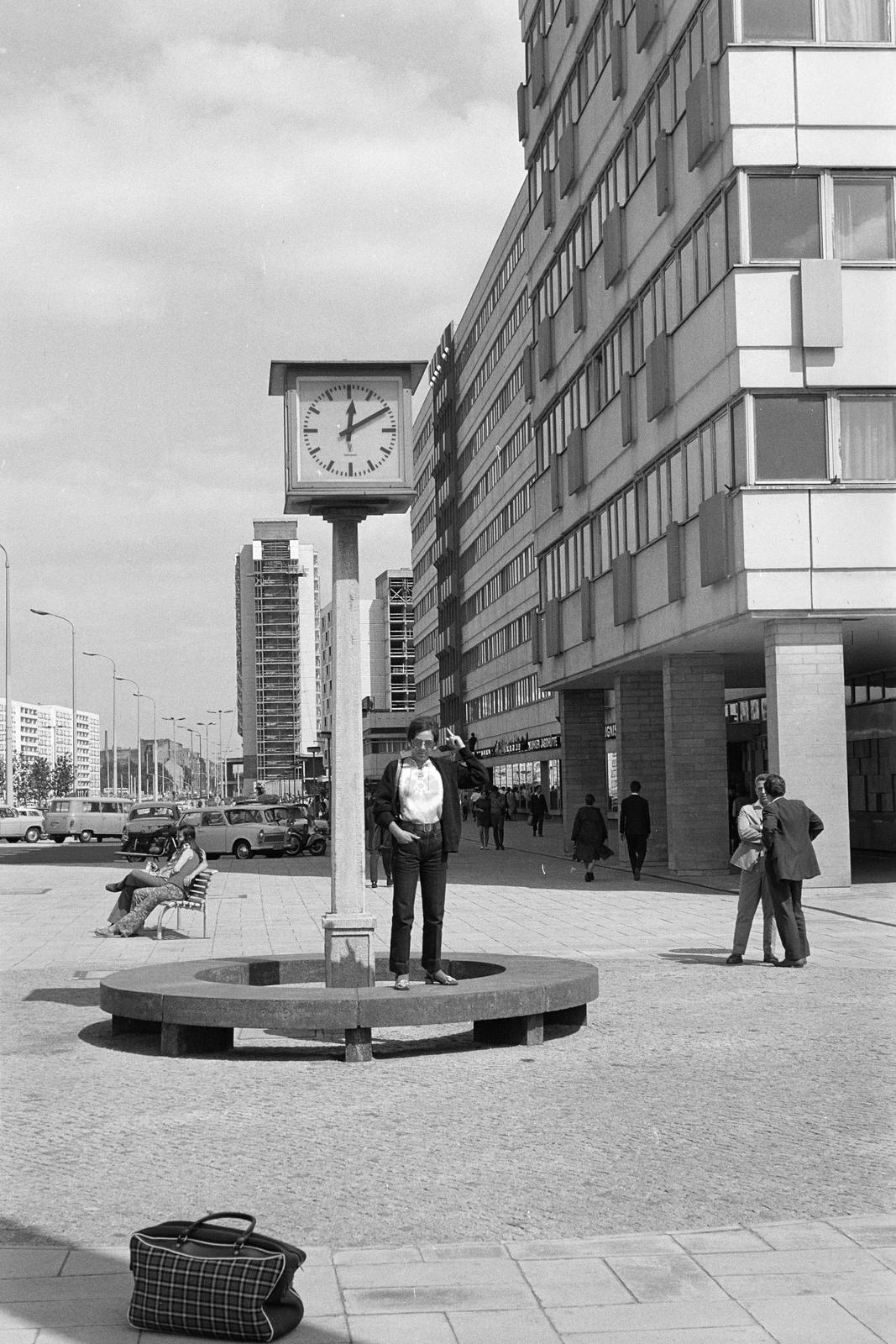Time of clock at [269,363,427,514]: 12:10
